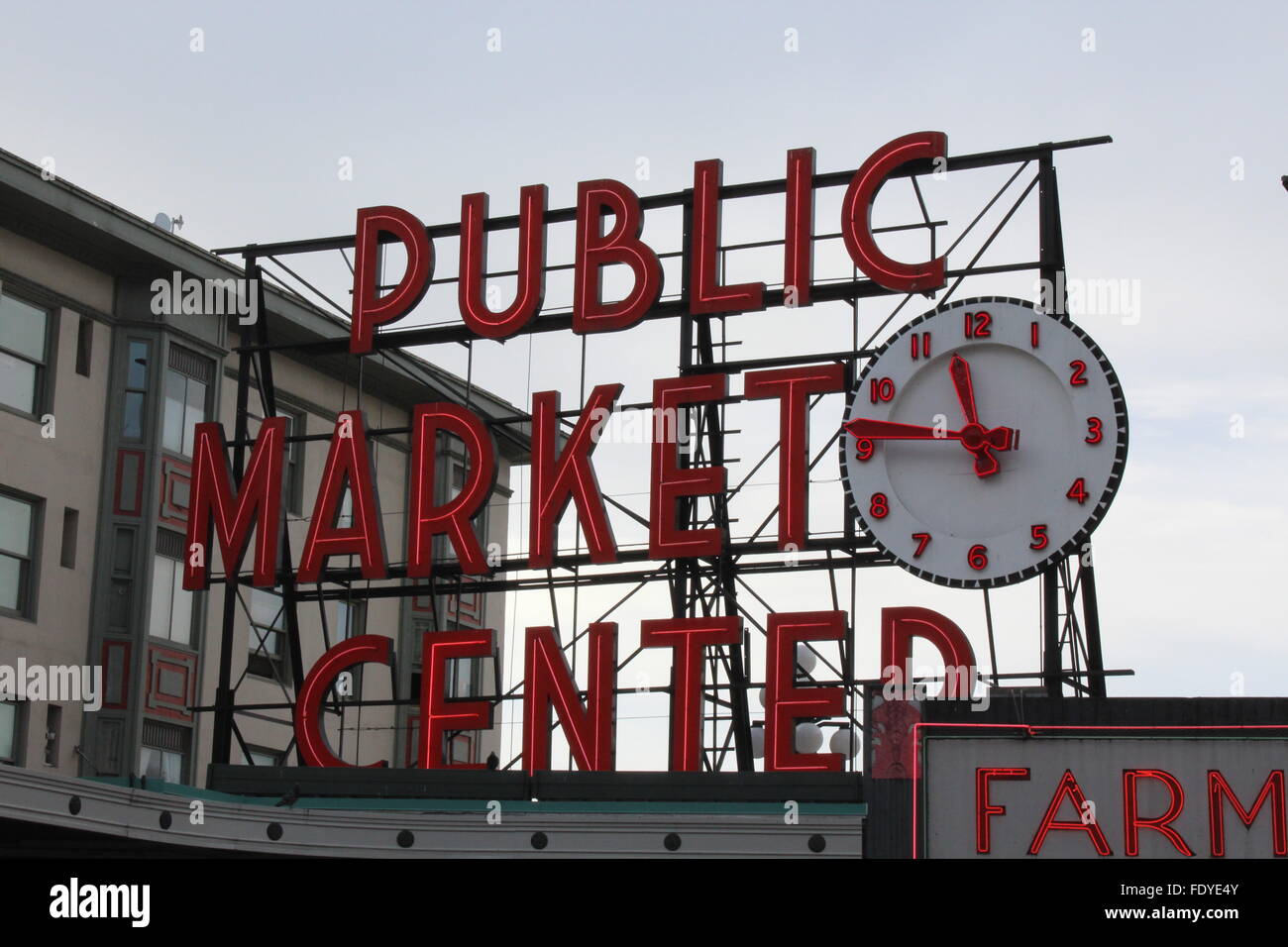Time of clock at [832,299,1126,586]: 11:46
